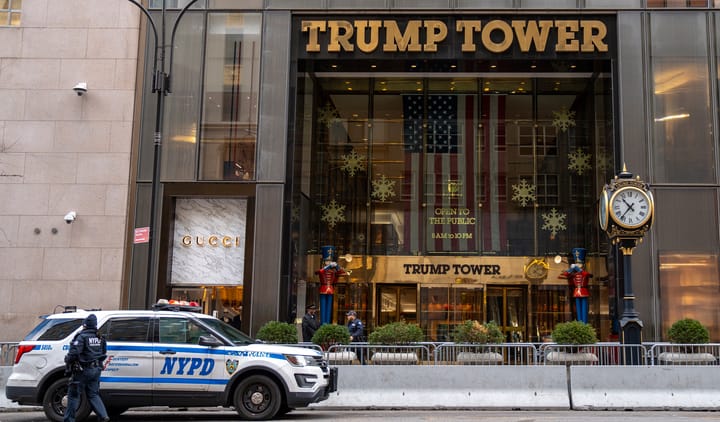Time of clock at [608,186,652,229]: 10:36
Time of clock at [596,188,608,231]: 10:36
